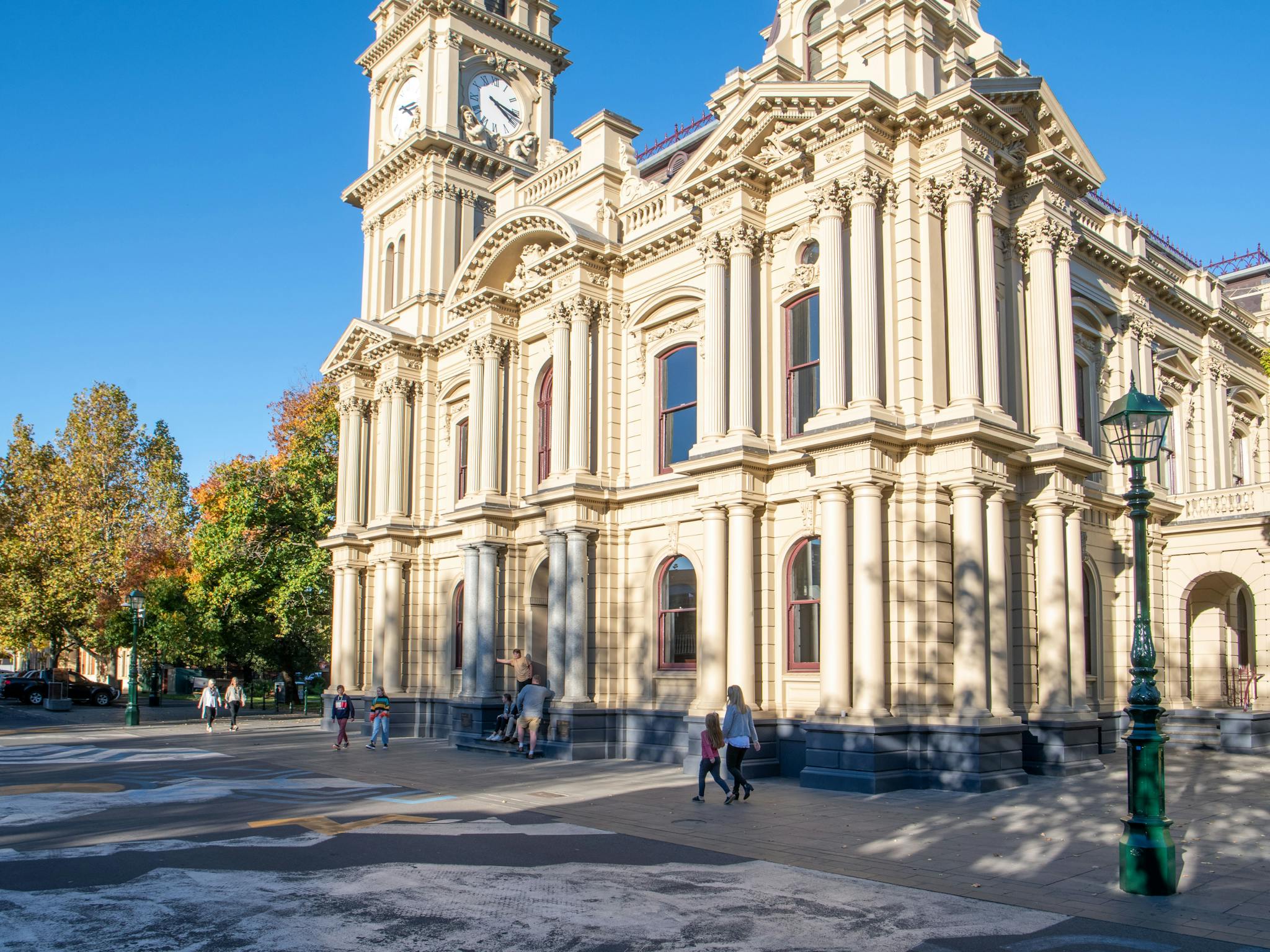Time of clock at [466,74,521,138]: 4:17
